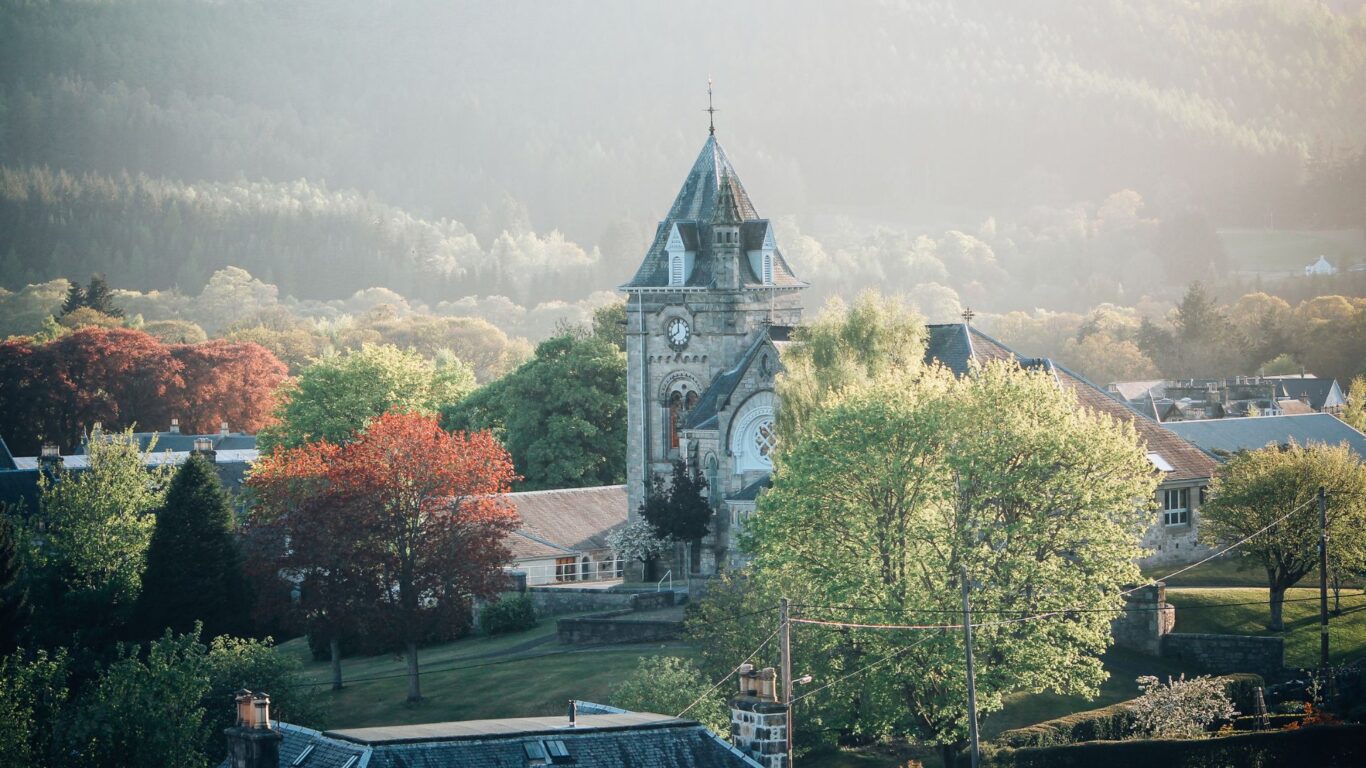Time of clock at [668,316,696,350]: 7:59
